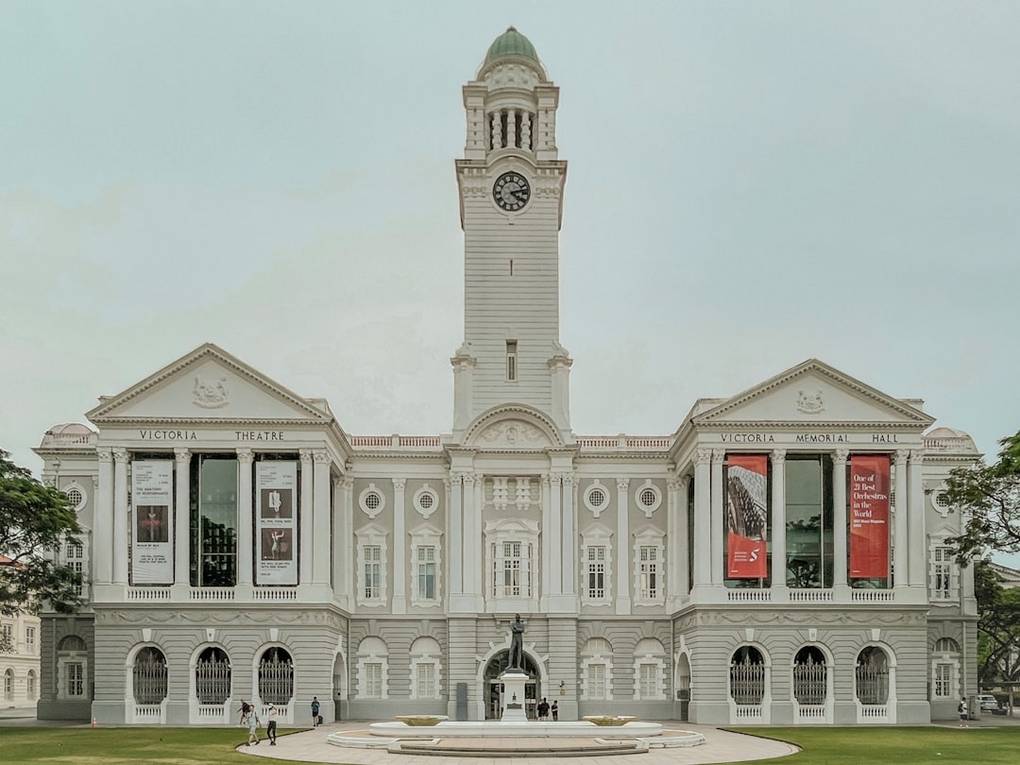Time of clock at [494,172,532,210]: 4:12
